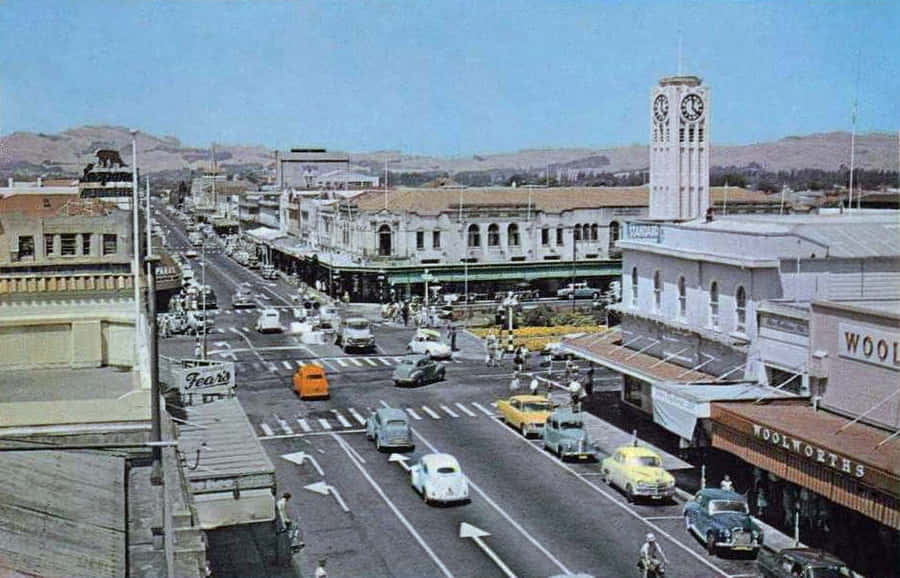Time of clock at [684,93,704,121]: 12:21
